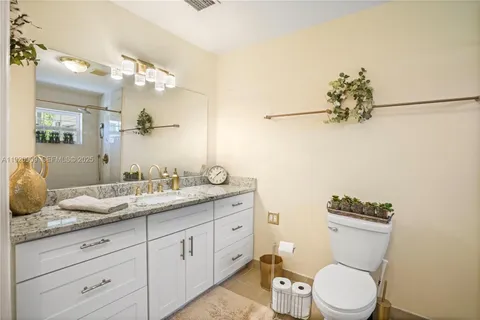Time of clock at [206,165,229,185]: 1:36
